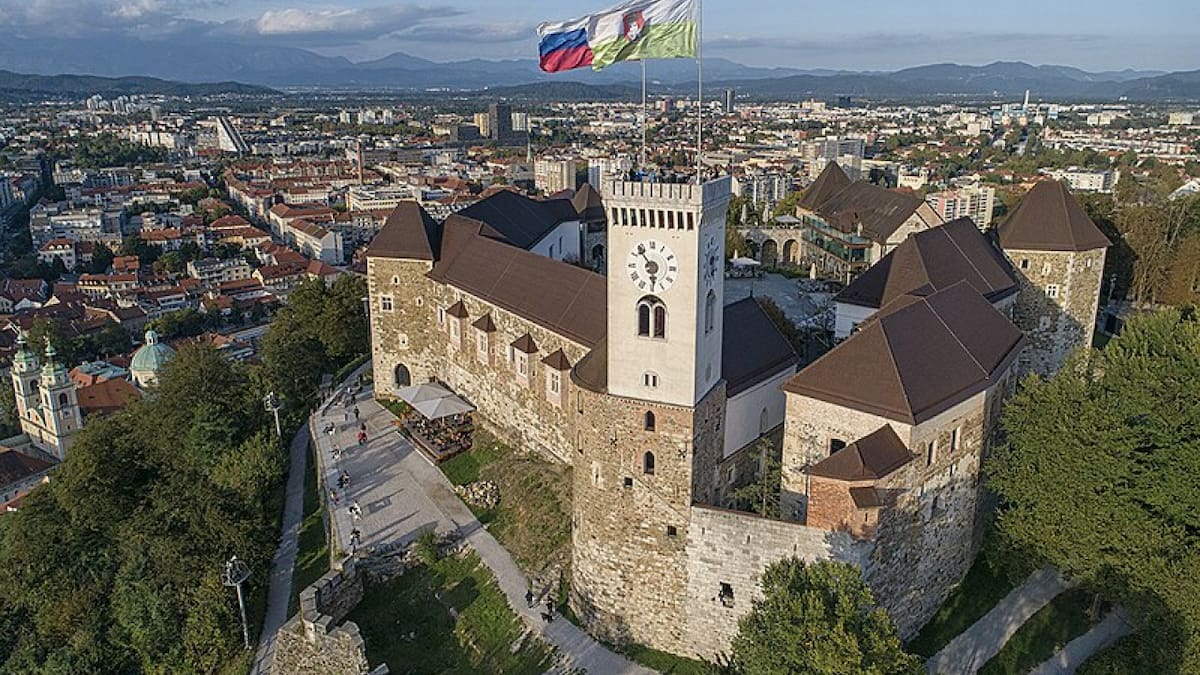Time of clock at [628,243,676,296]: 5:53
